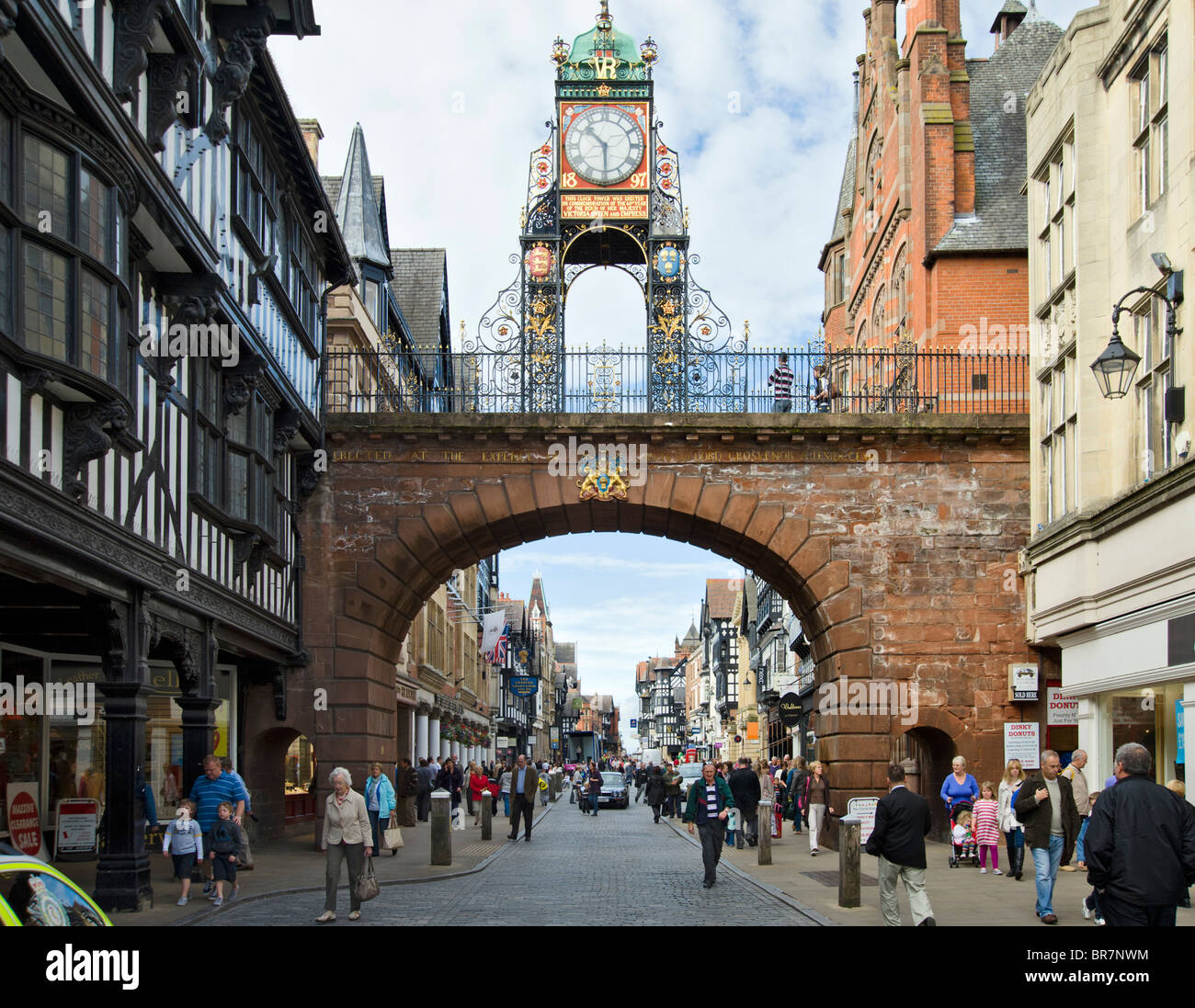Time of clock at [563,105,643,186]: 10:29
